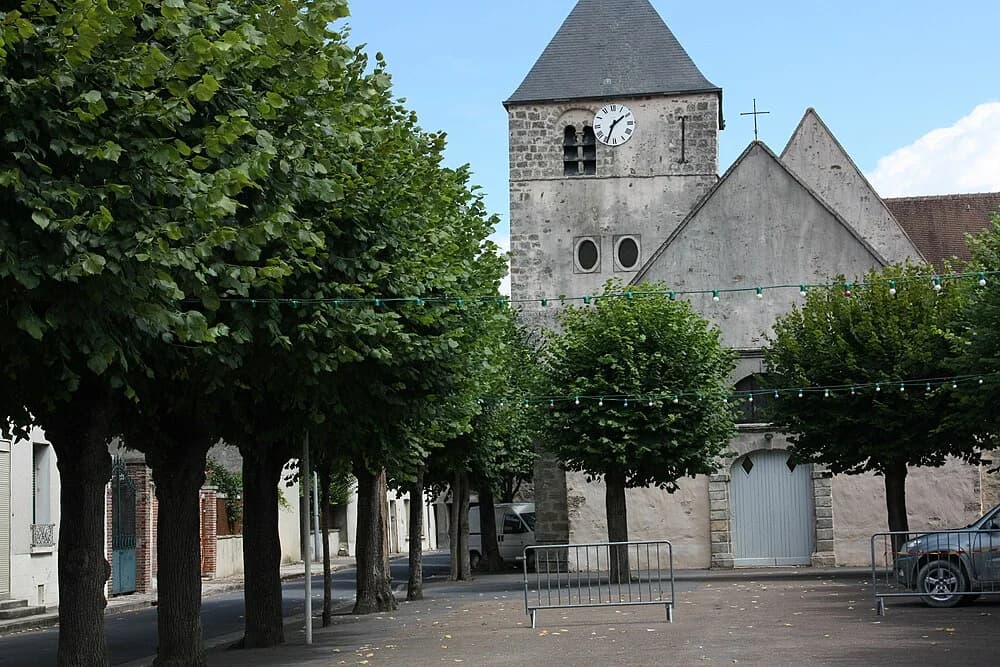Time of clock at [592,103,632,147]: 1:34
